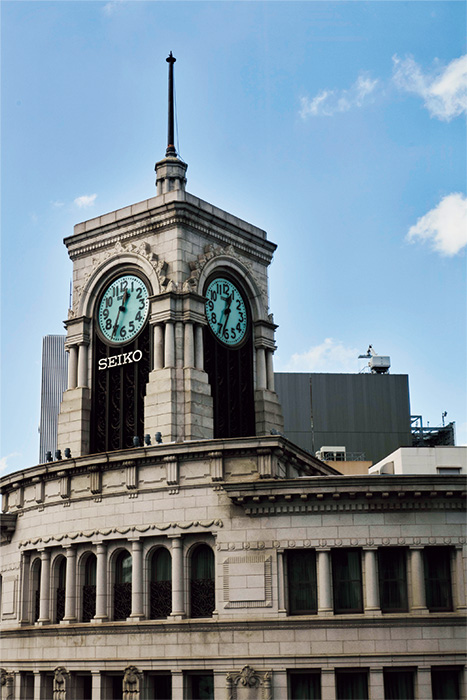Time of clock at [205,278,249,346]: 12:33
